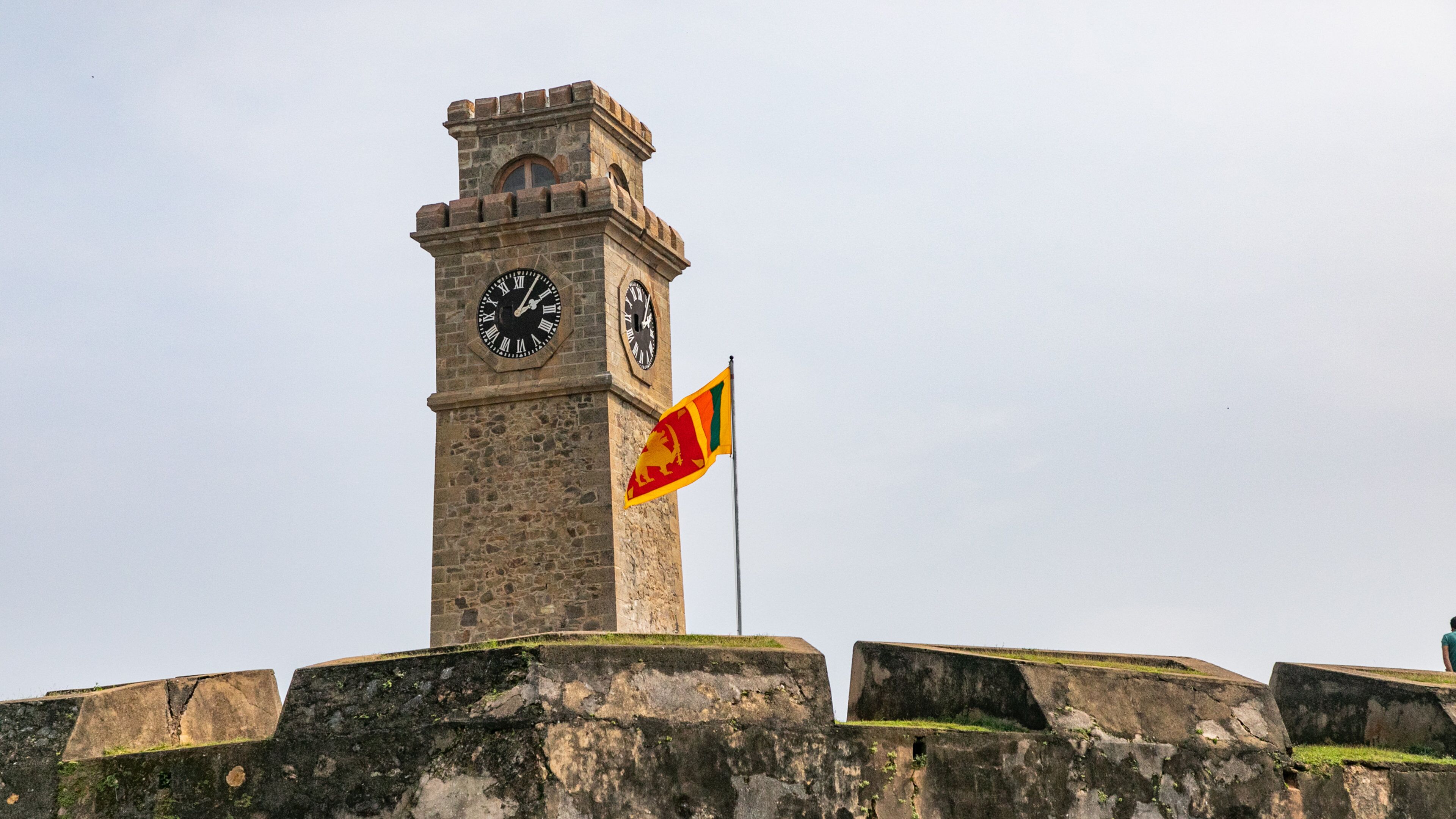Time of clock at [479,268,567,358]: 2:05
